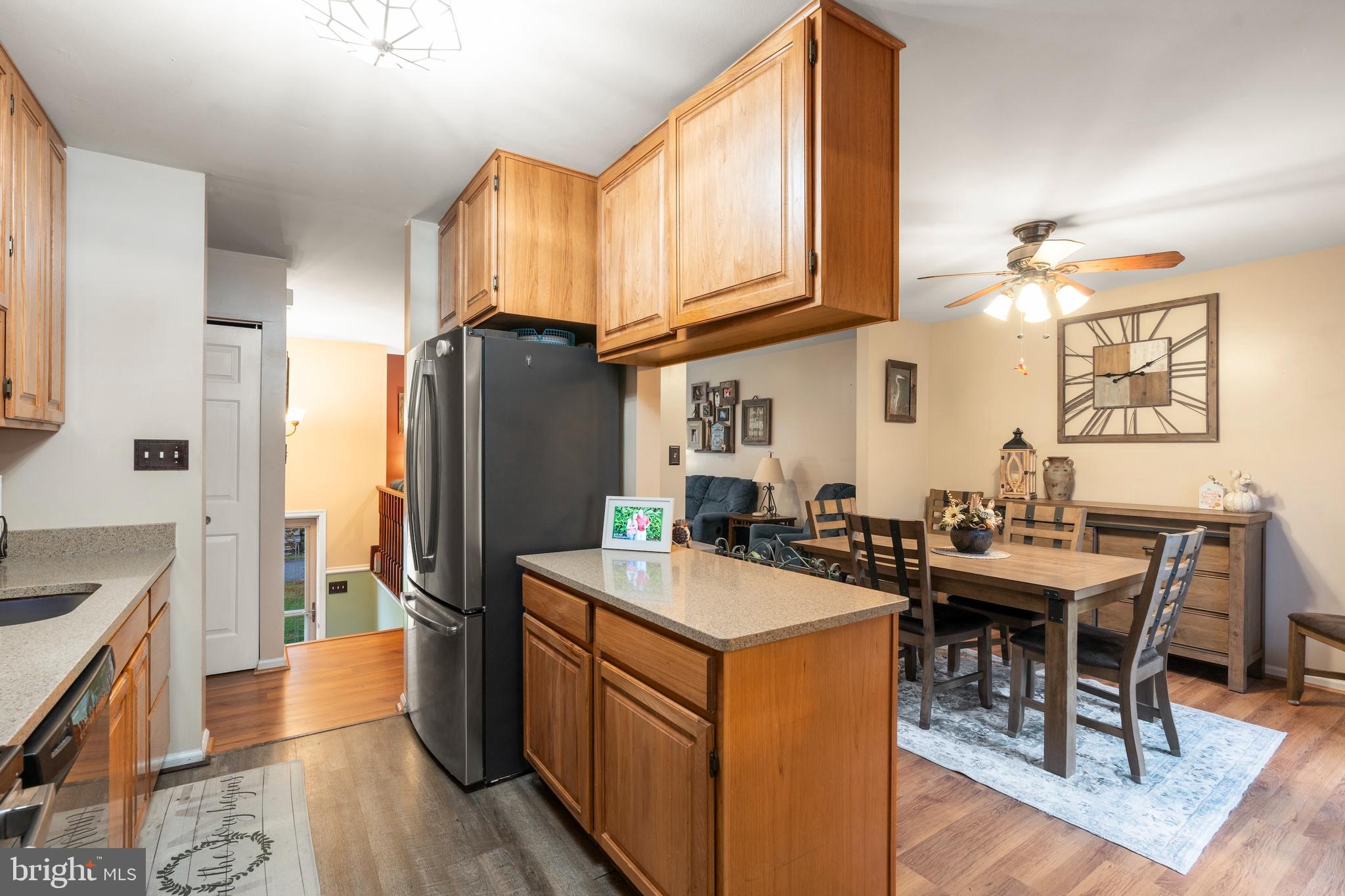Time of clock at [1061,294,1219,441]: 9:10
